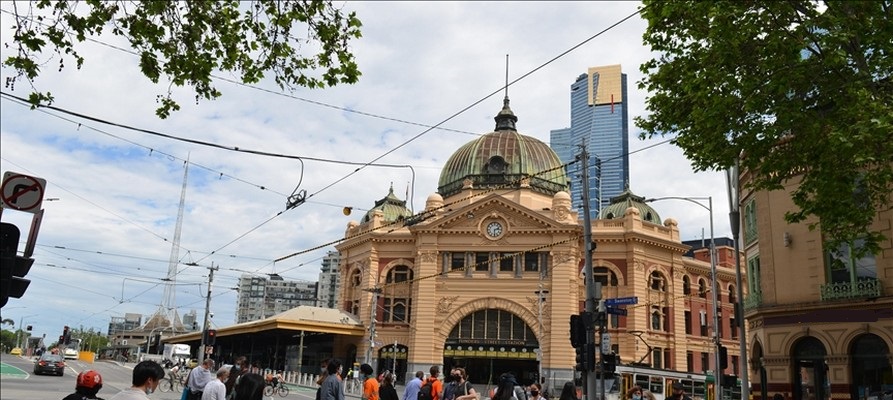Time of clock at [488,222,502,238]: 2:29
